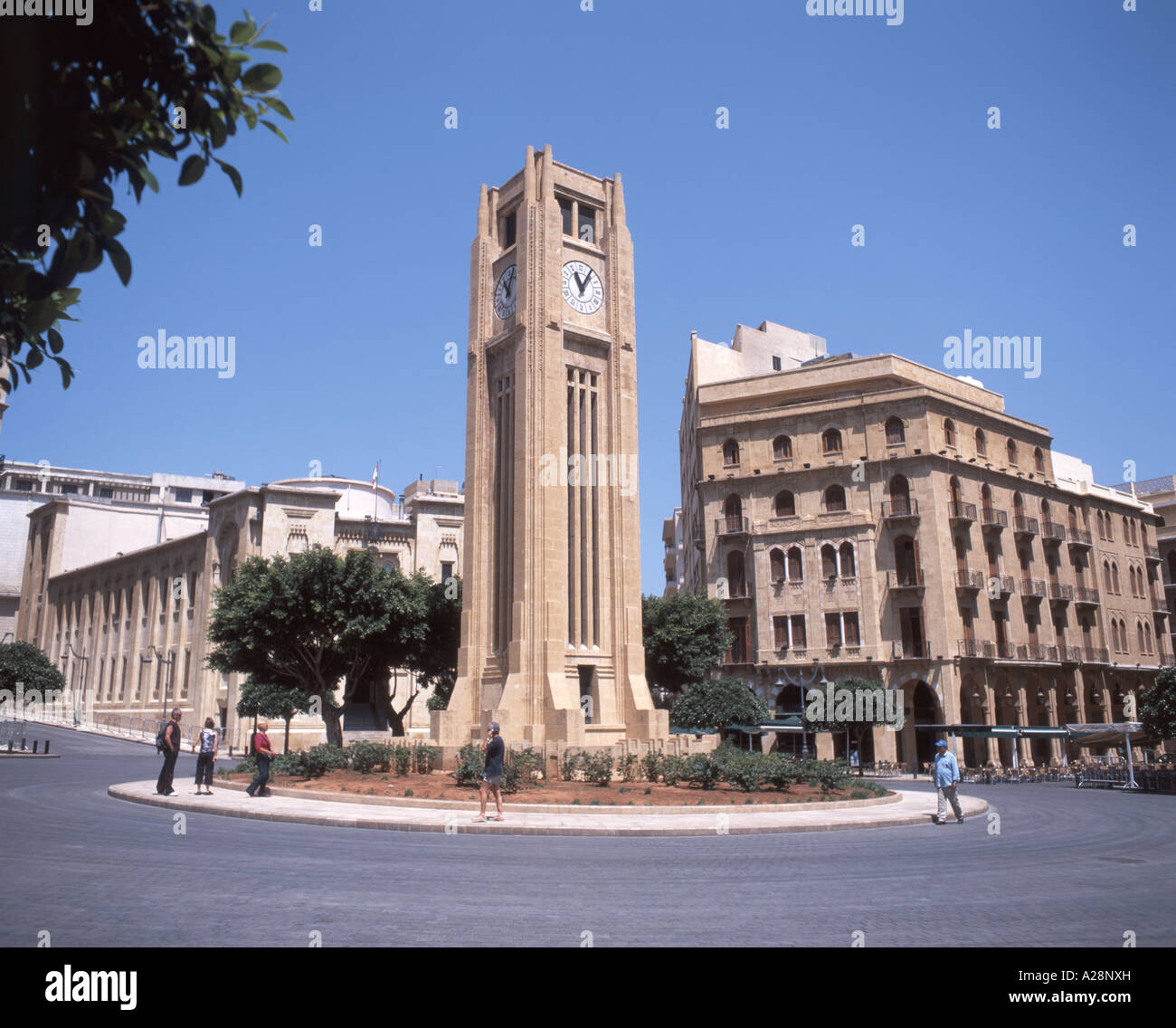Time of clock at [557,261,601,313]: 11:05
